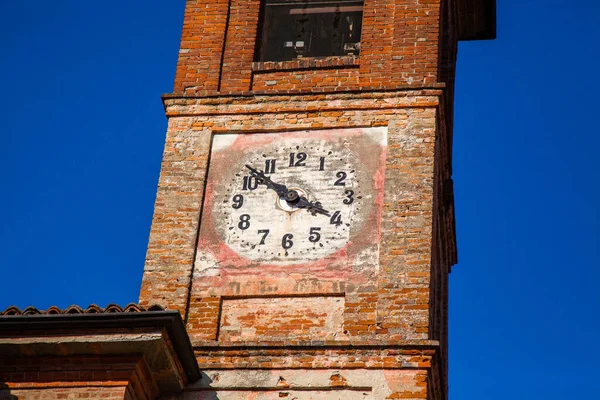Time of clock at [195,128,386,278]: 3:52
